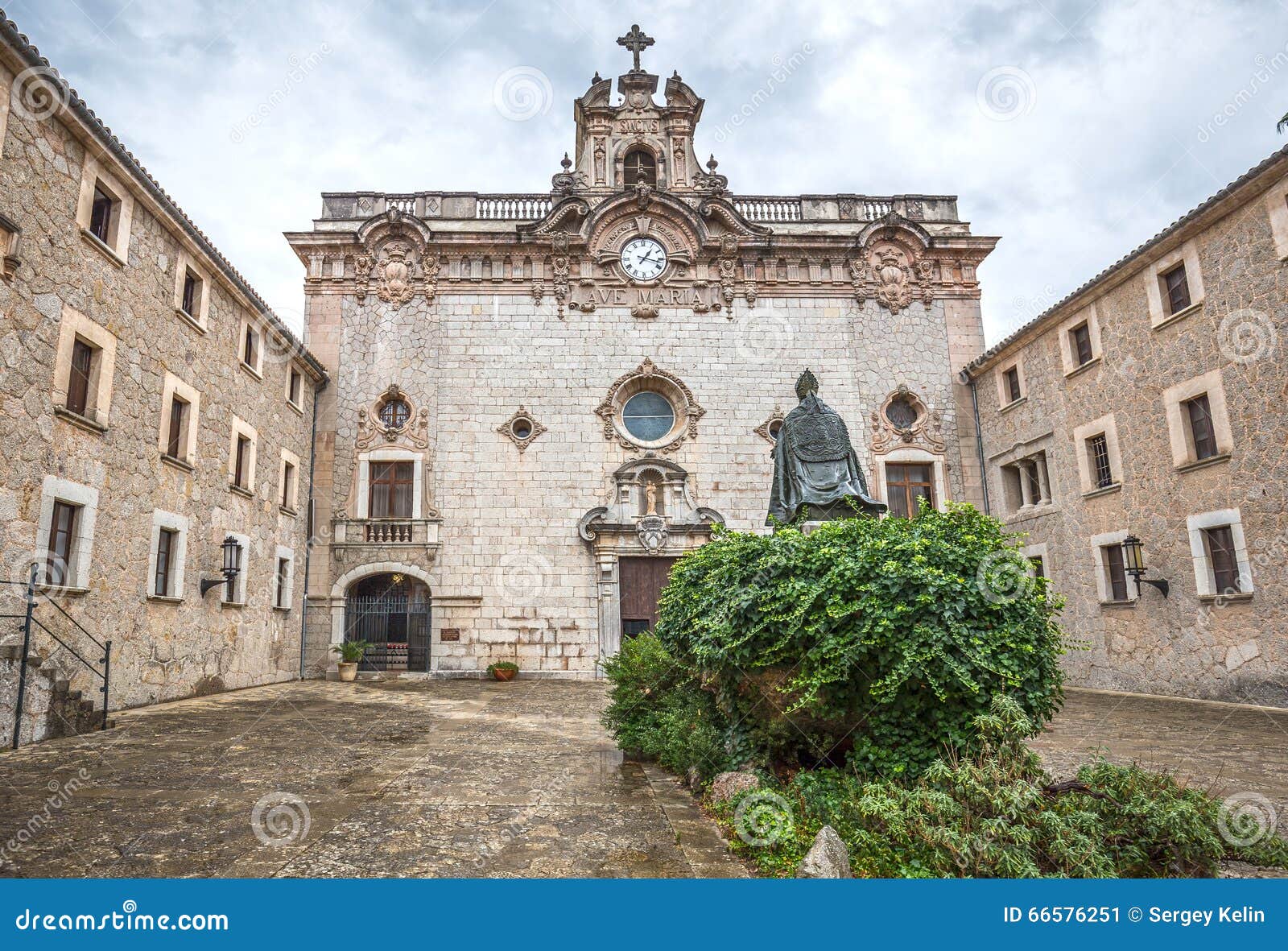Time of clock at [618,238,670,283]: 1:17
